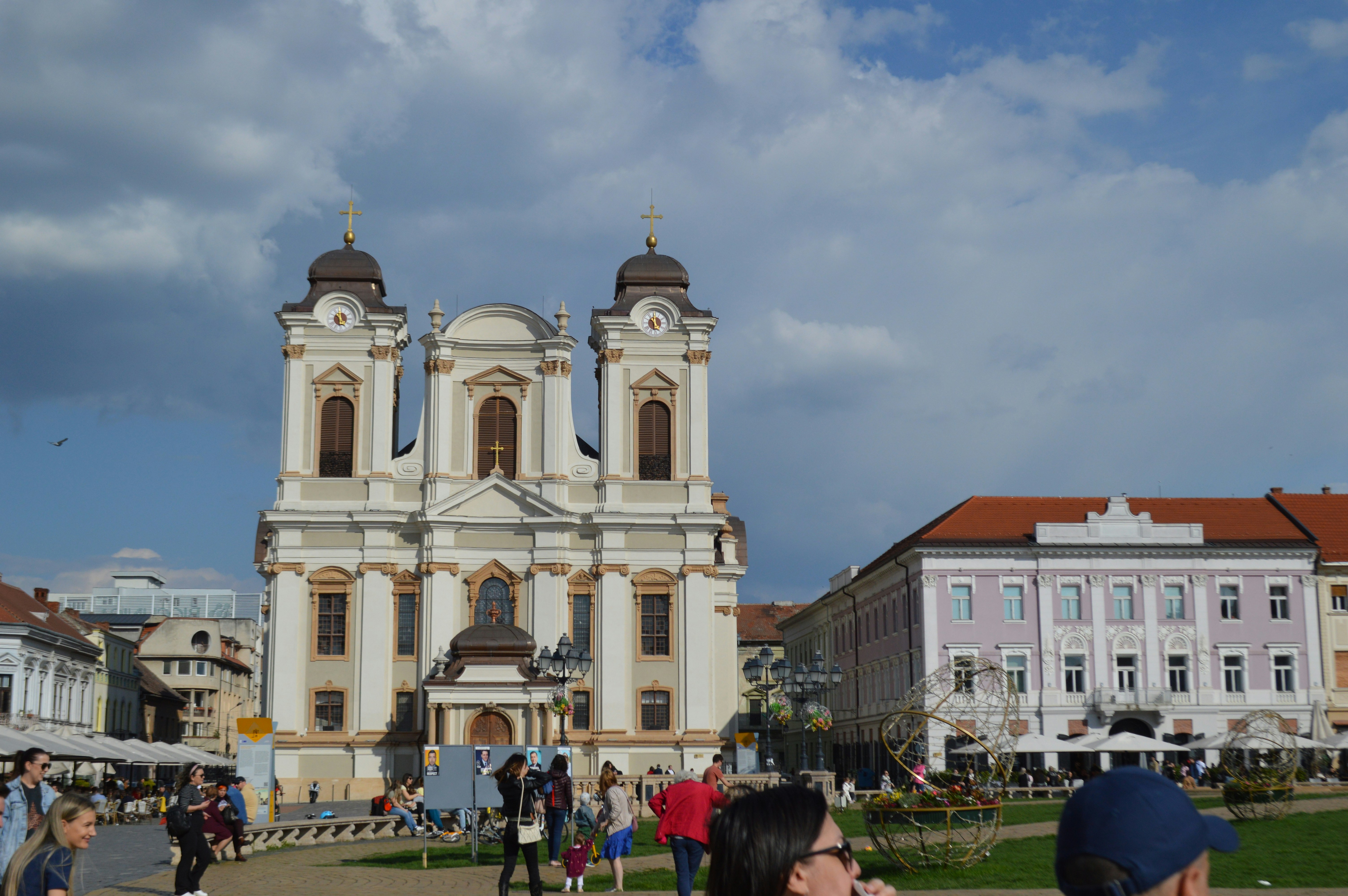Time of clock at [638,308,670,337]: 4:59
